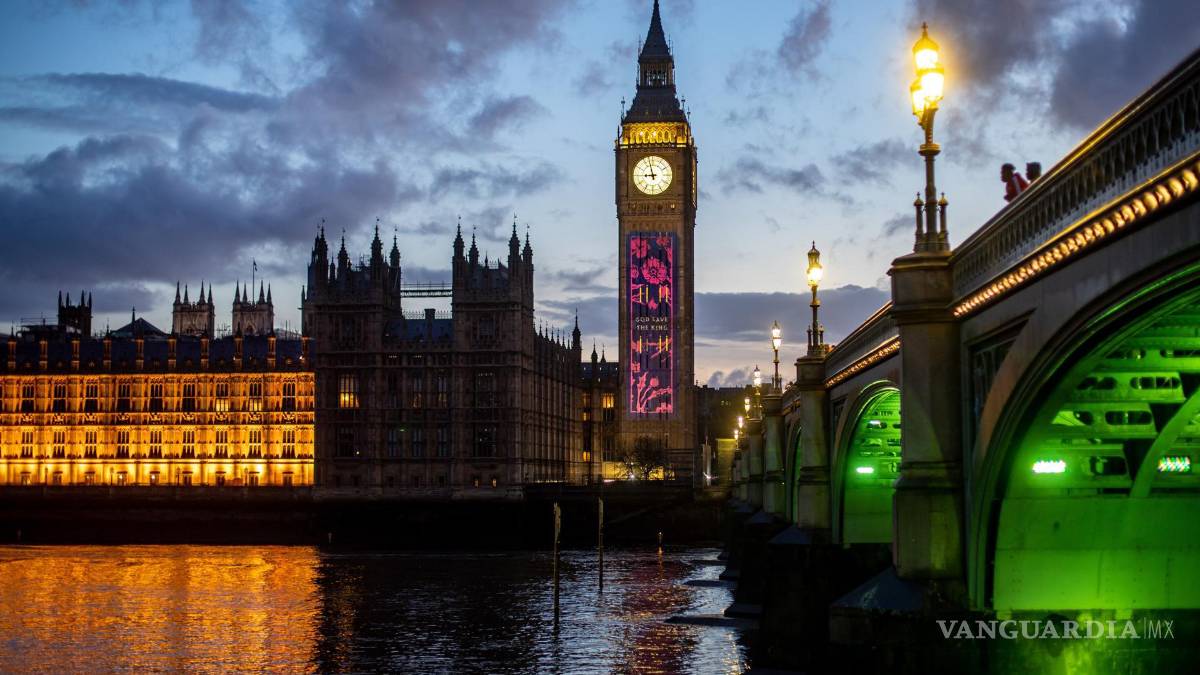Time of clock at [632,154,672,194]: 8:57
